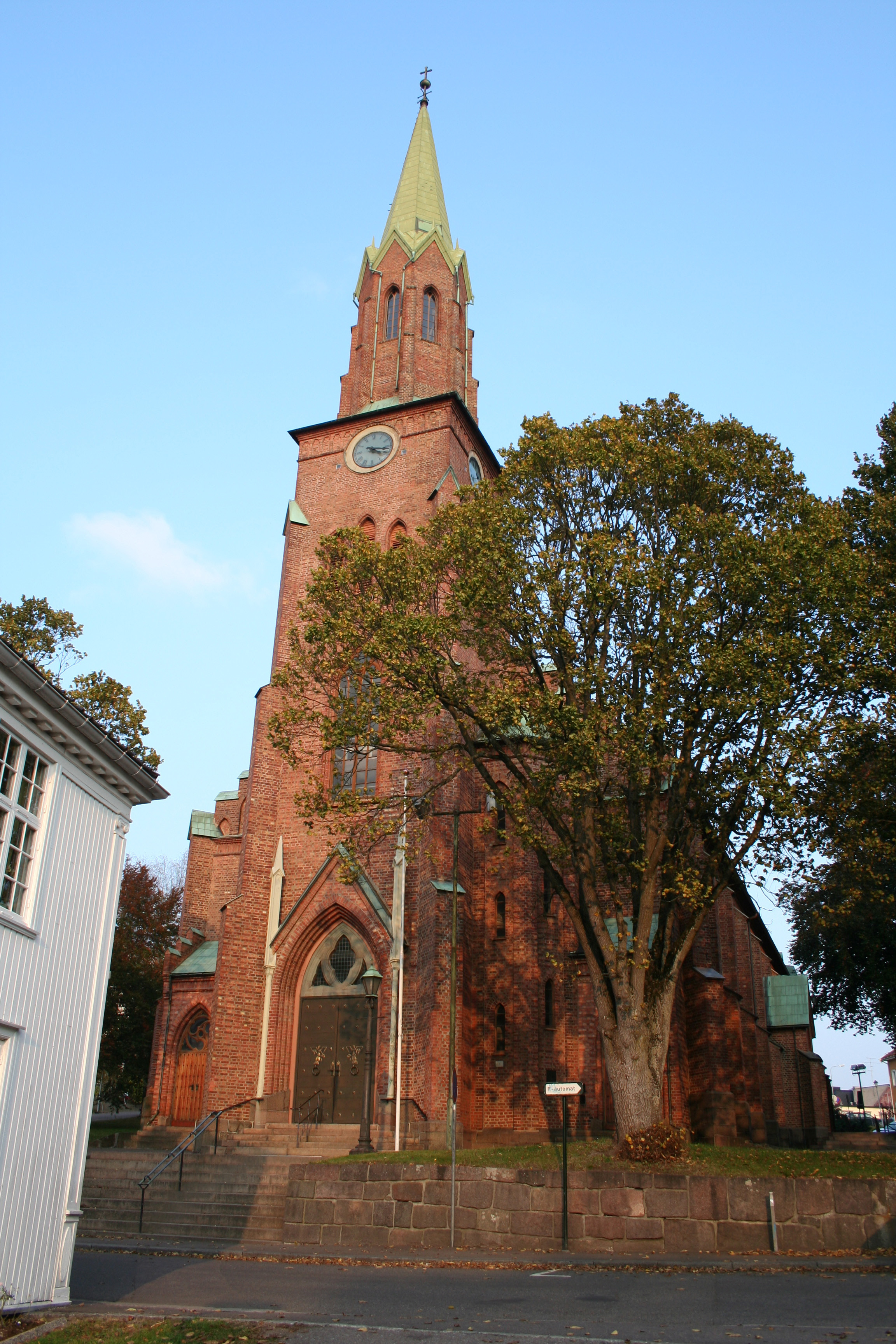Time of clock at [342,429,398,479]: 4:17
